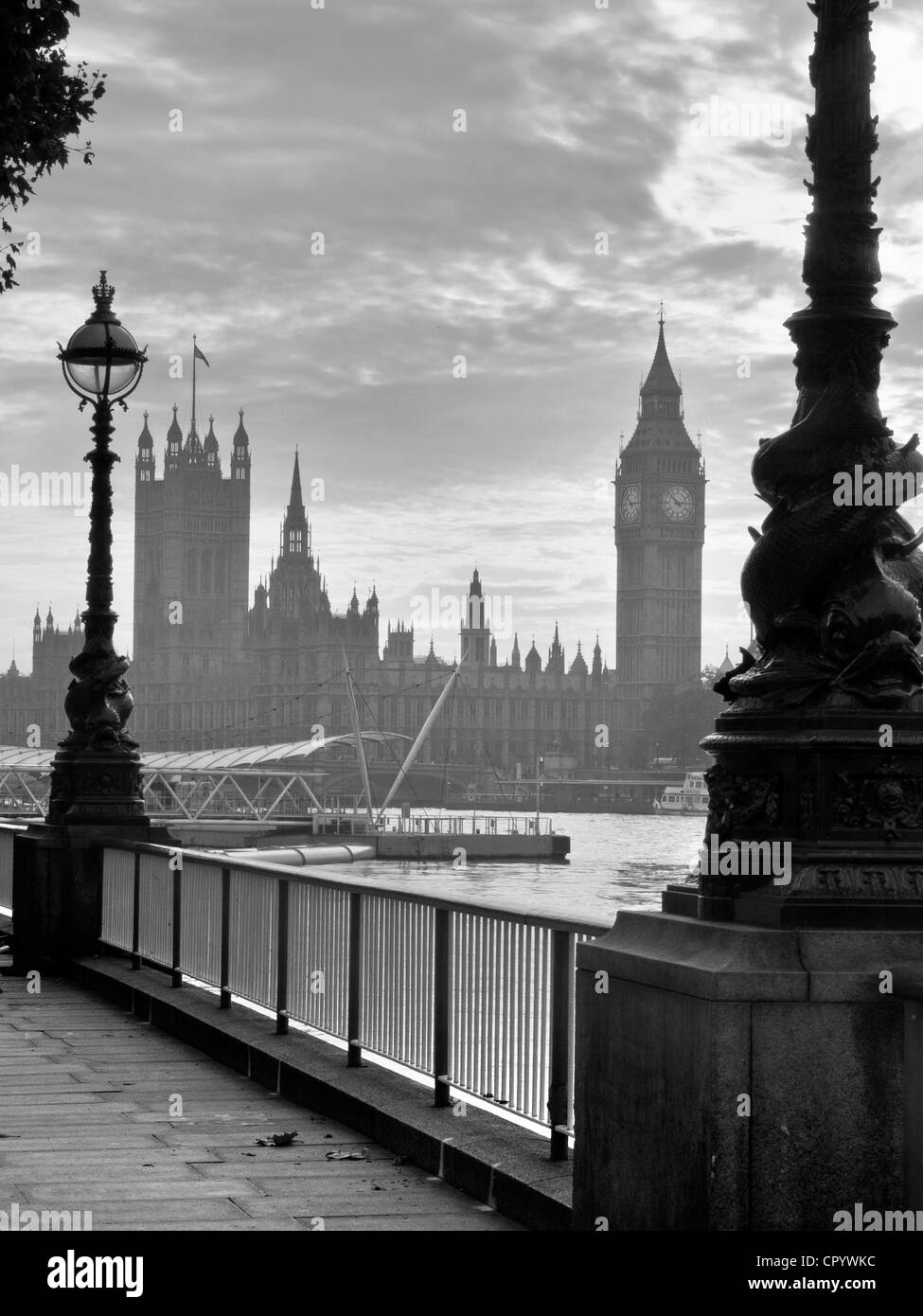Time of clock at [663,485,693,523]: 2:52
